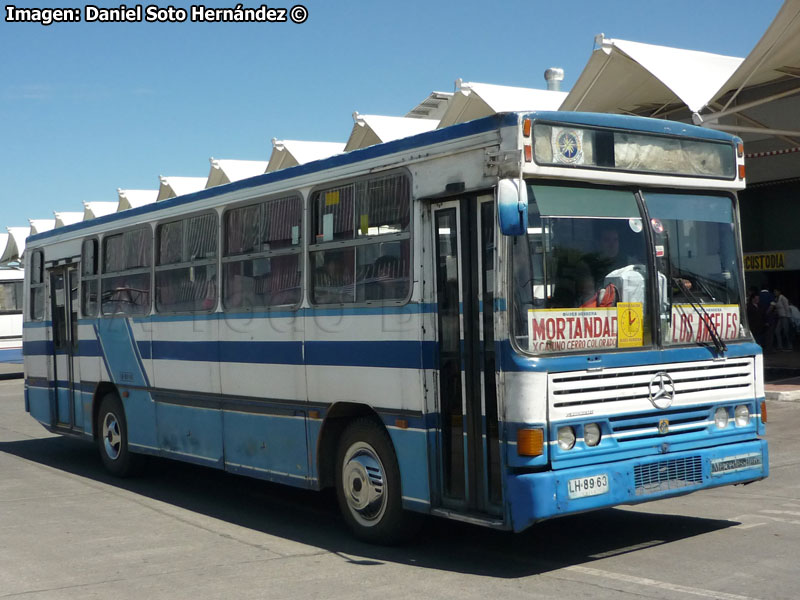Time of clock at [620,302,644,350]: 2:00
